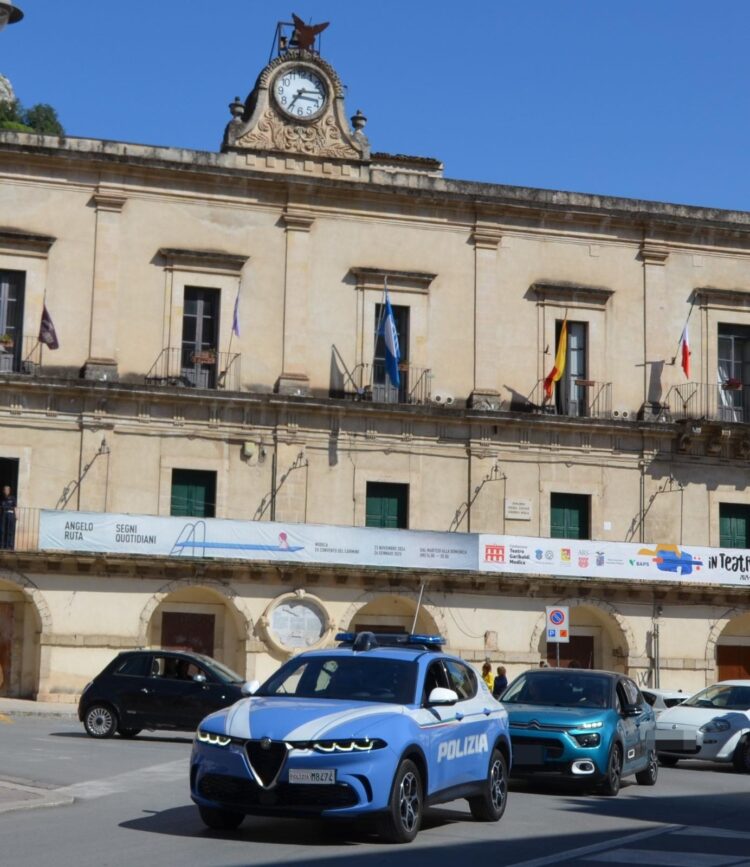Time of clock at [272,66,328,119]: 7:15
